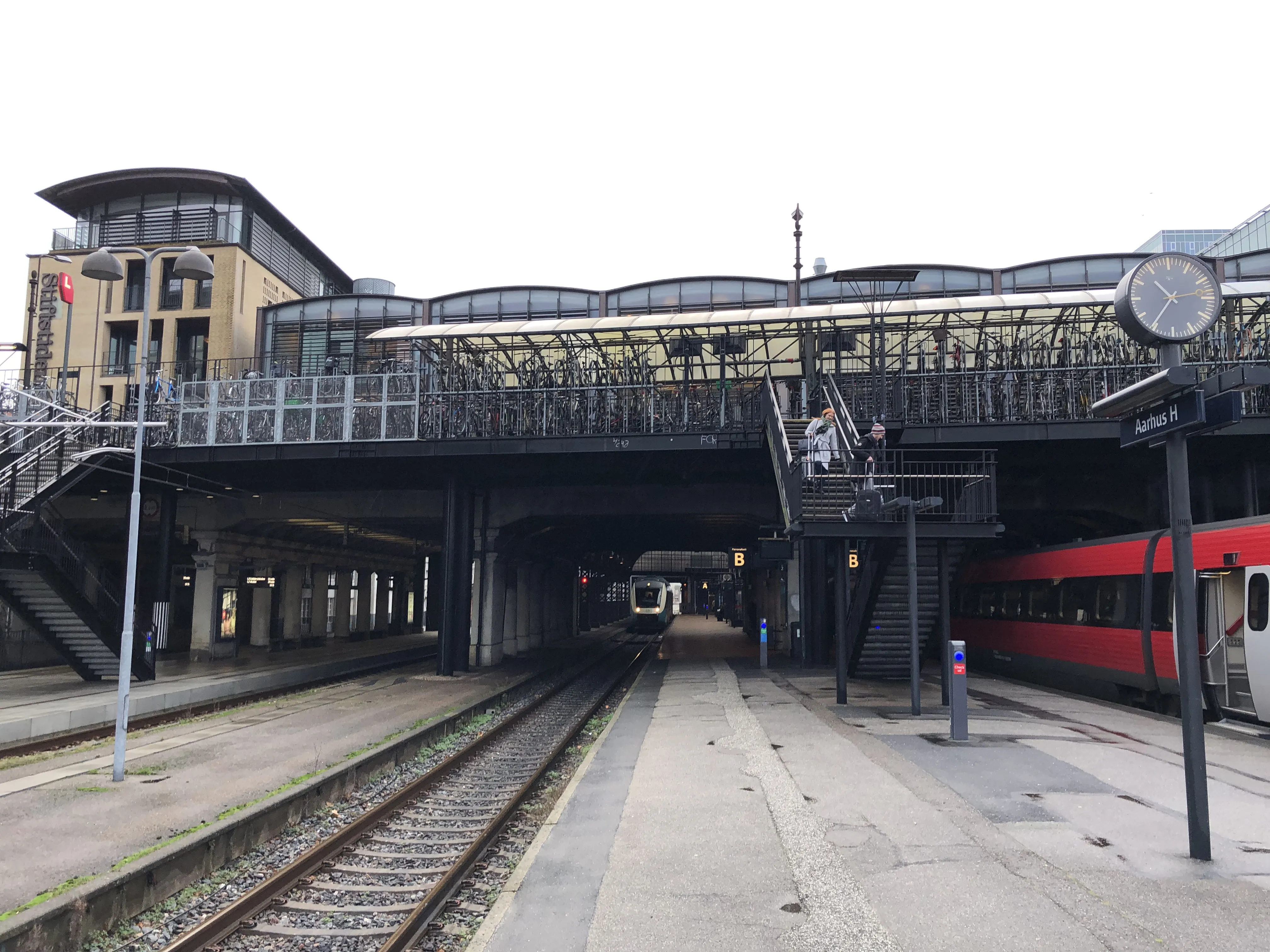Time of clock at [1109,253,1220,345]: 10:35
